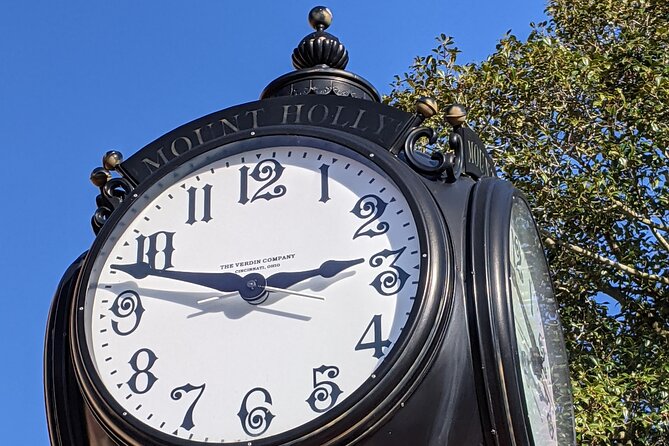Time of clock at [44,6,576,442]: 2:48
